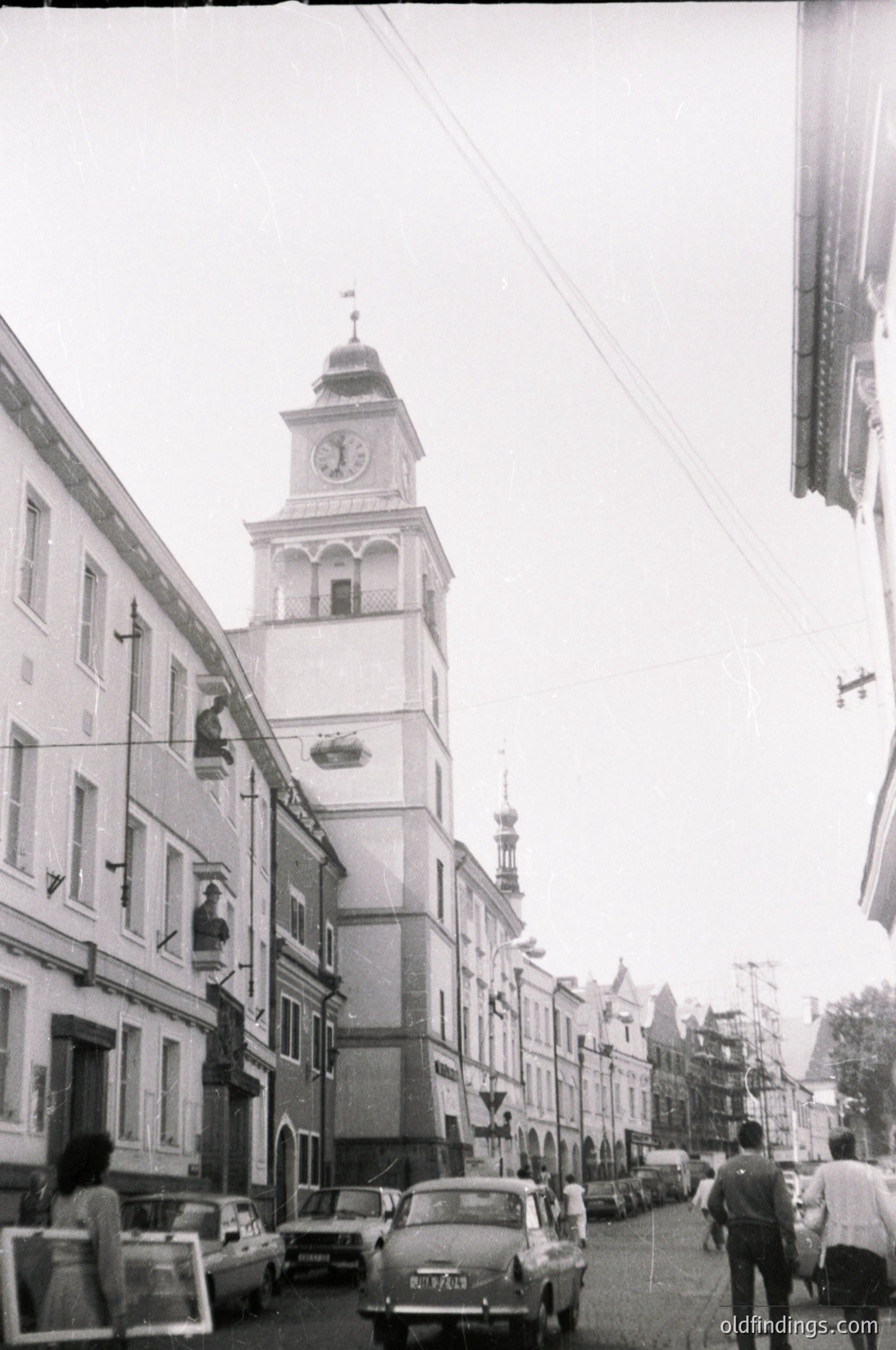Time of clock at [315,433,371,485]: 11:32
